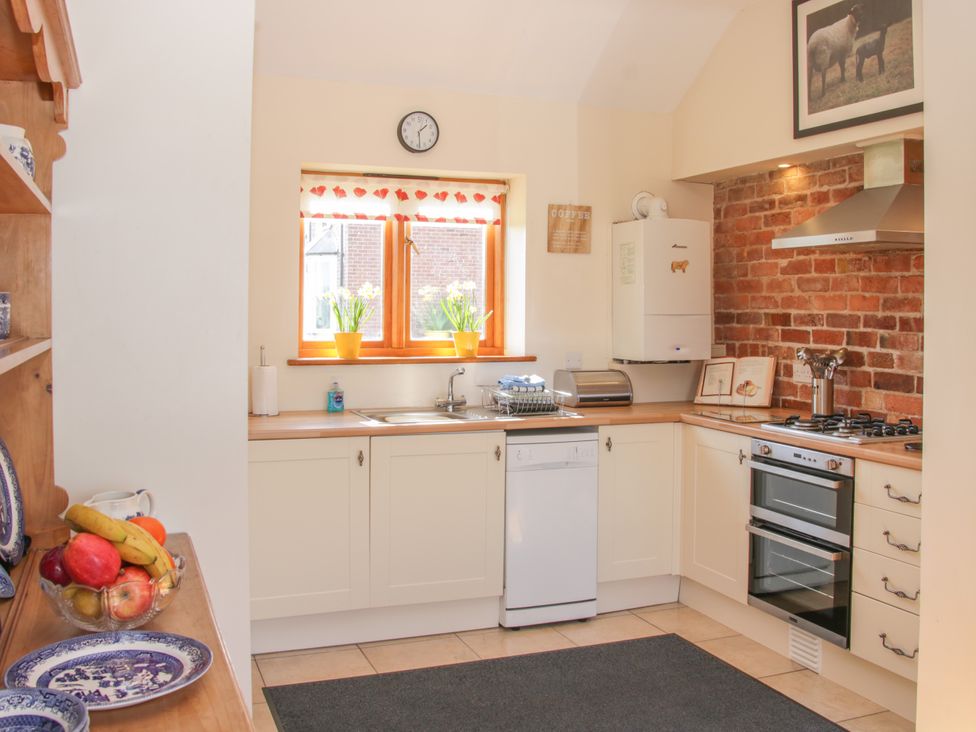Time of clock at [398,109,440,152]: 1:28
